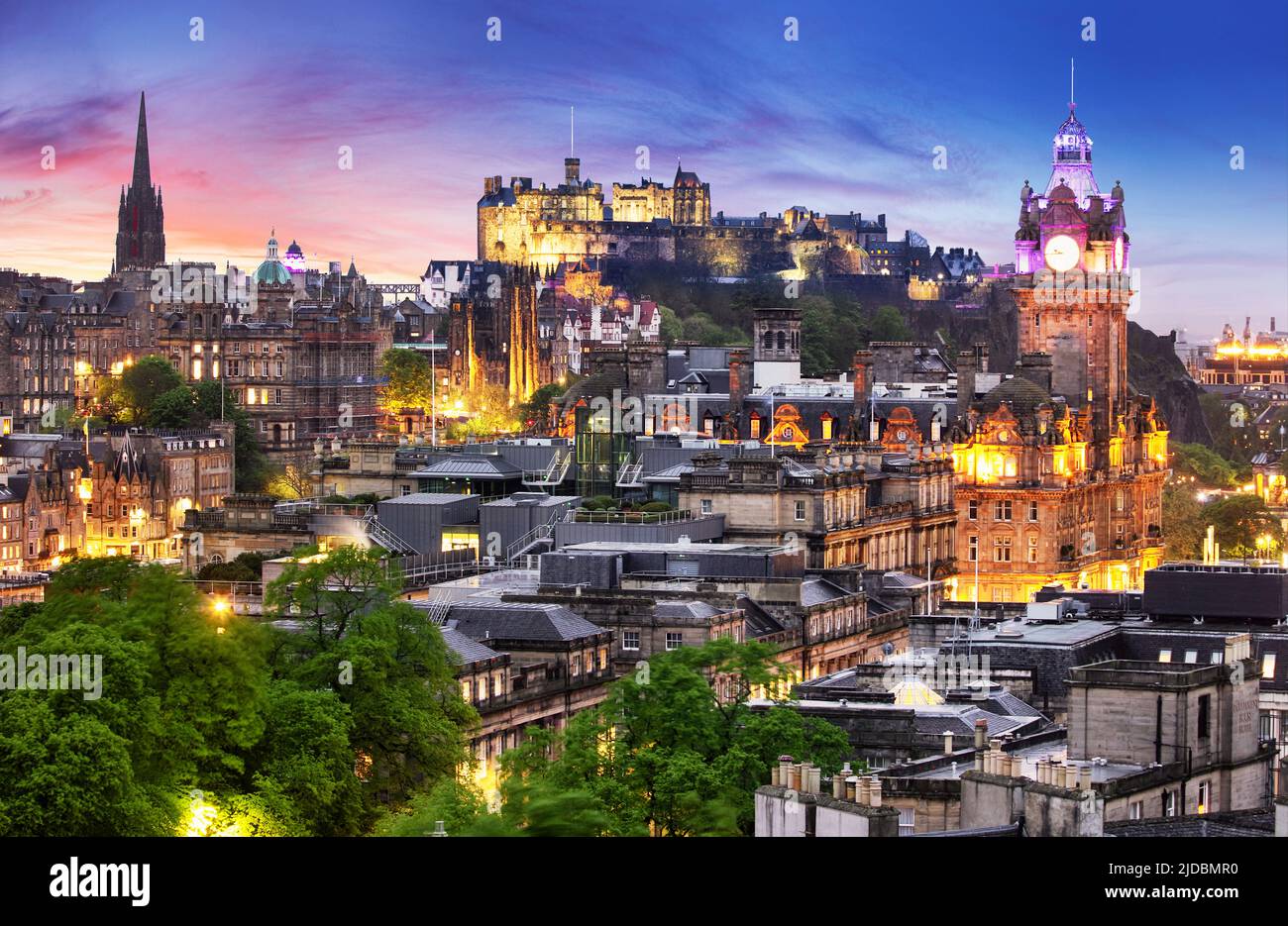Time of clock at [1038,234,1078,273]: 9:43
